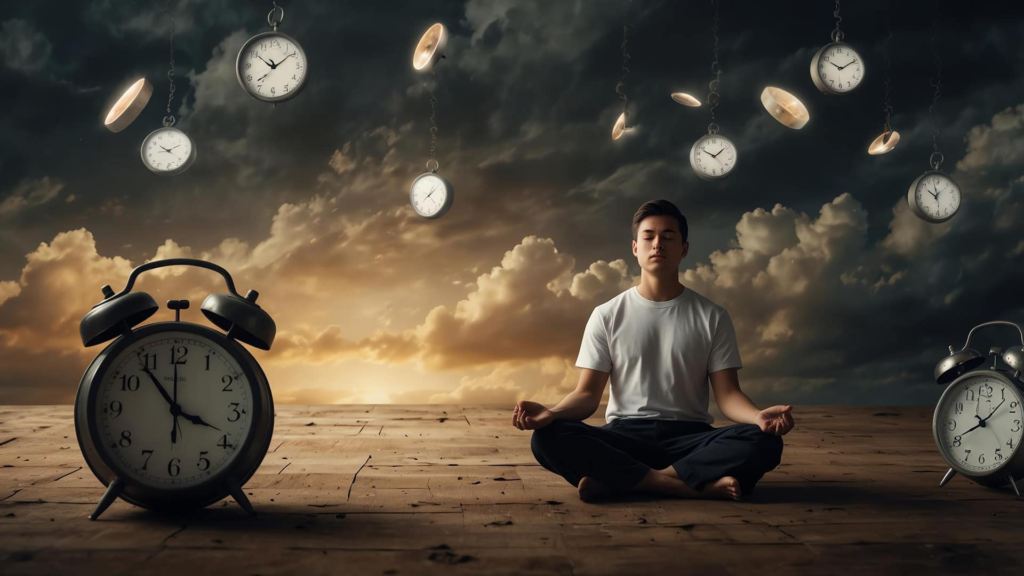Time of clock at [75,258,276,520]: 3:53
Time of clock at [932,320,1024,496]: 8:07
